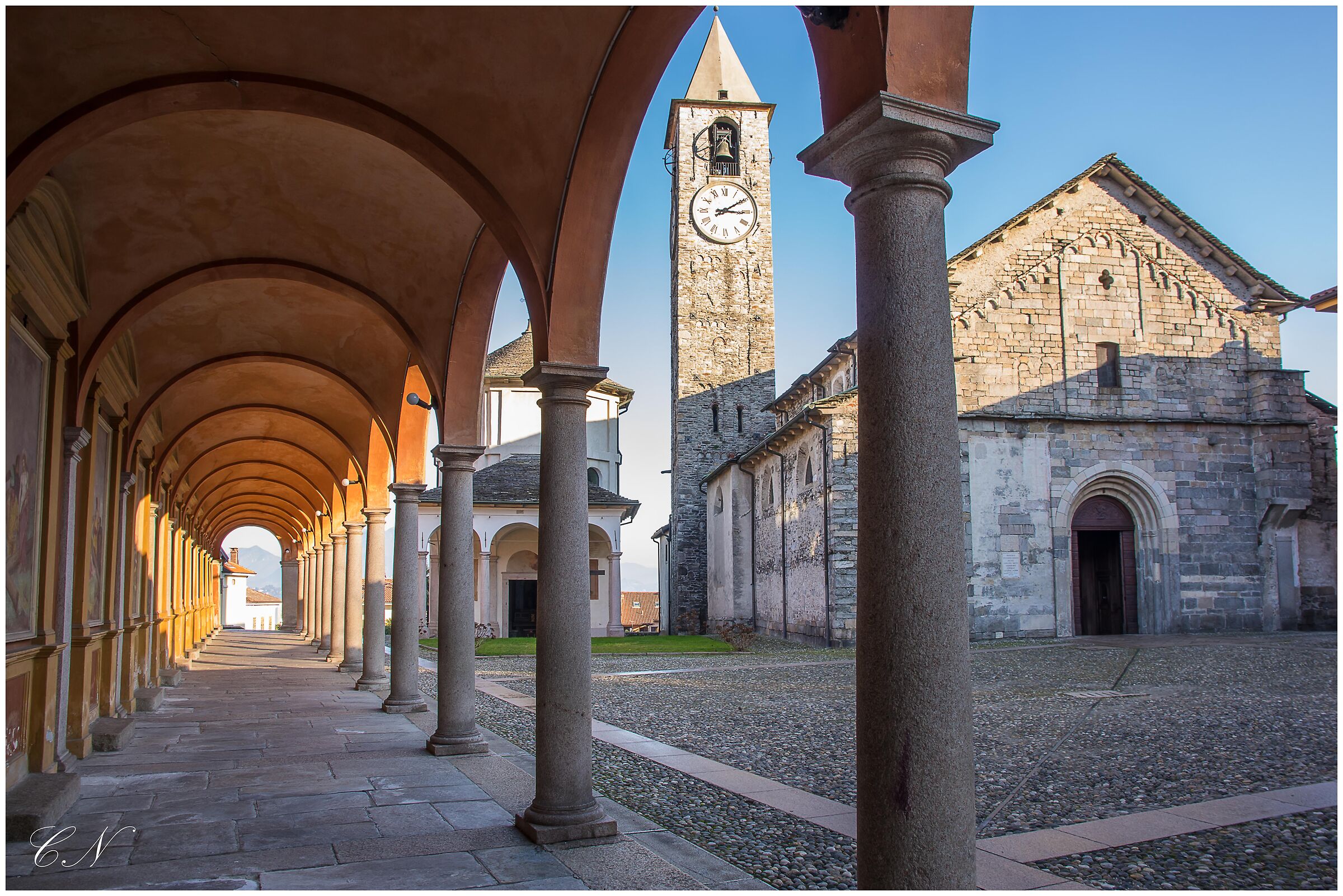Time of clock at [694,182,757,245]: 3:09
